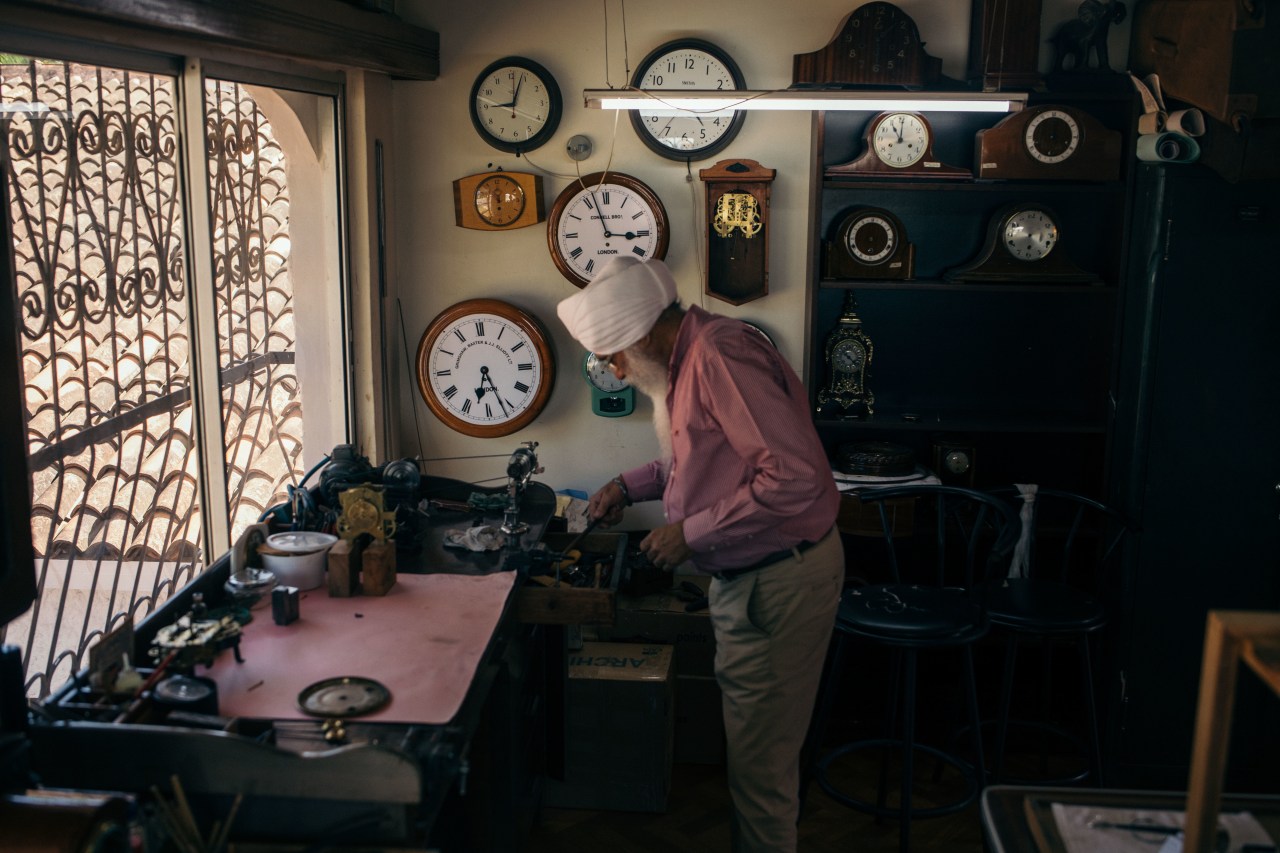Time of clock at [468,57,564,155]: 9:03
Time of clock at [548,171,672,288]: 2:56
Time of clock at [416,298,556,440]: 6:26
